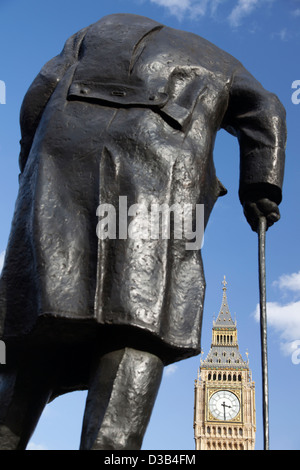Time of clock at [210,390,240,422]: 3:29
